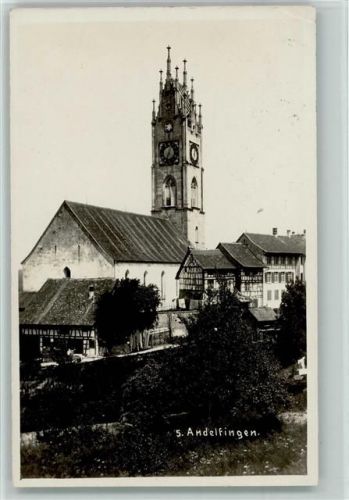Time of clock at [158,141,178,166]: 12:34
